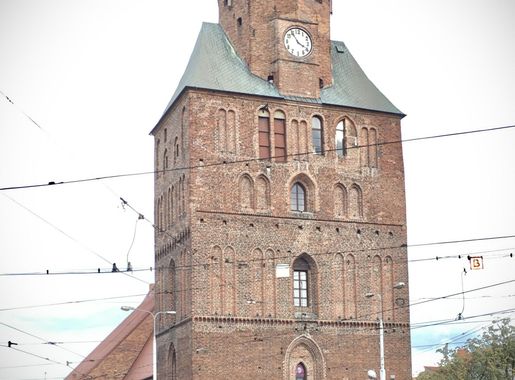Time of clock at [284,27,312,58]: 3:54
